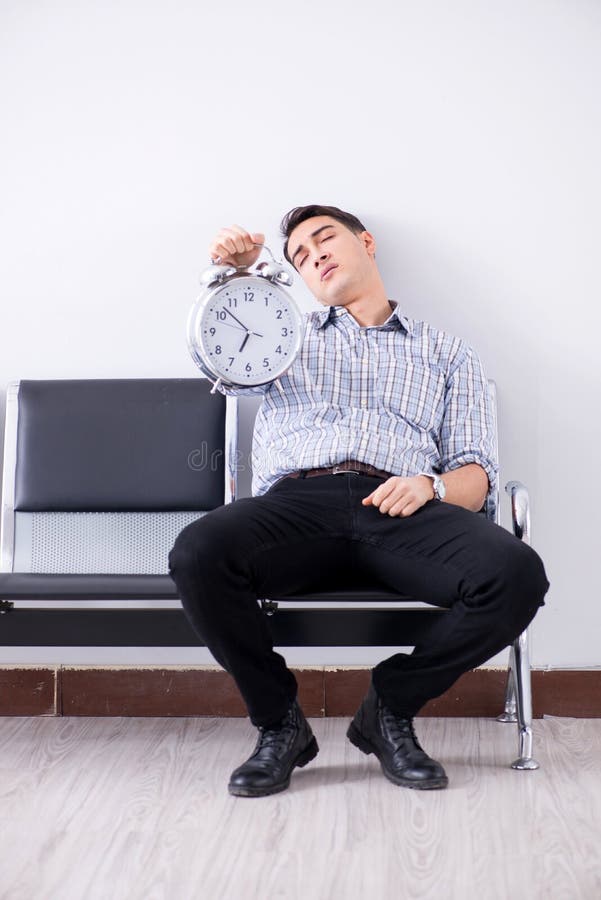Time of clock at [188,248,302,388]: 6:52
